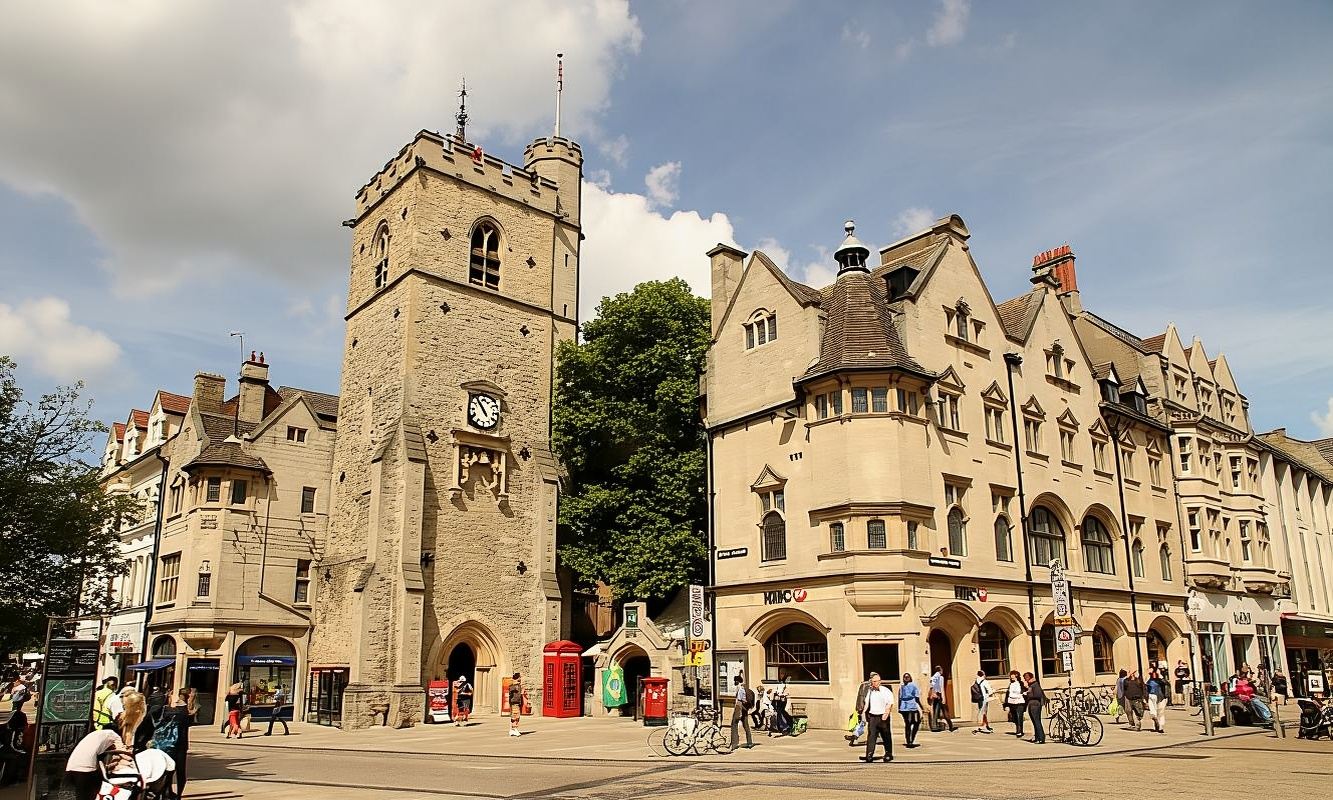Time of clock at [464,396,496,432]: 10:53
